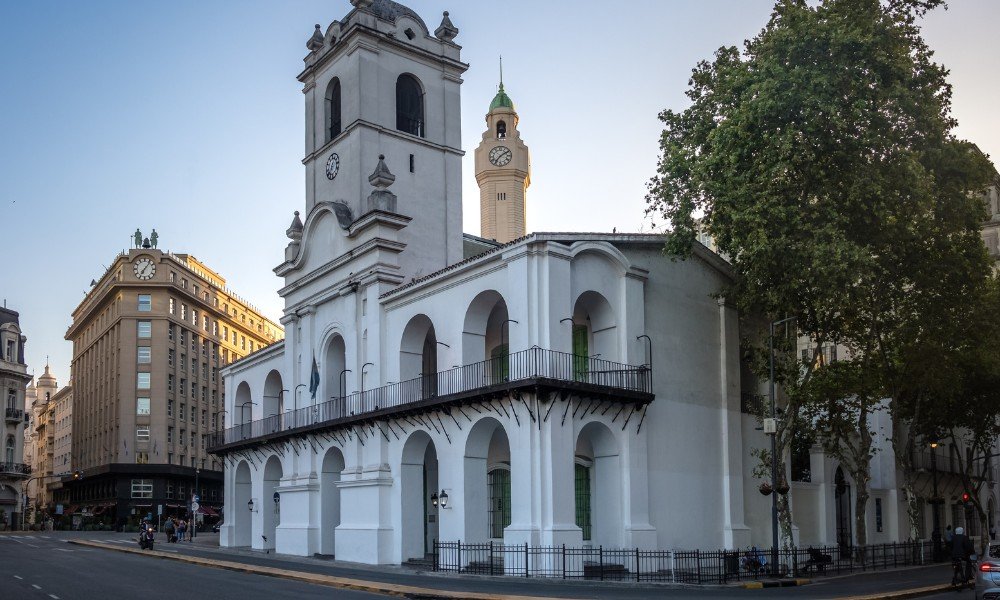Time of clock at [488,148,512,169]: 7:09
